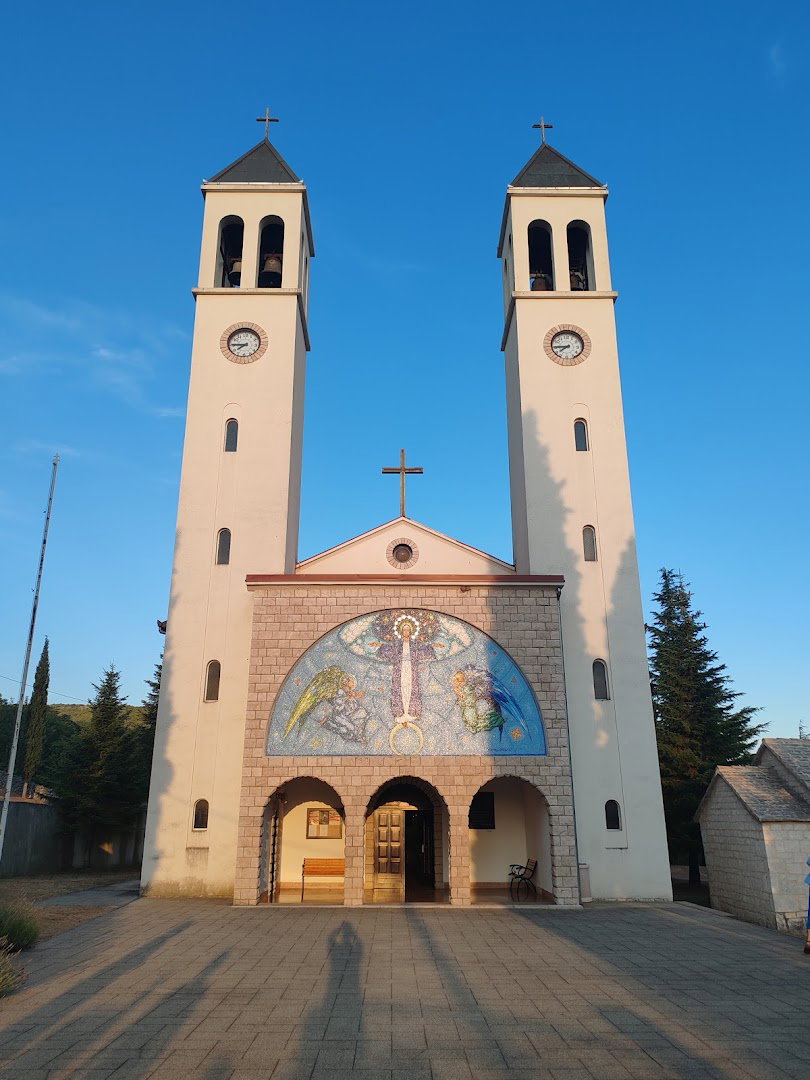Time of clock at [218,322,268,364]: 7:45
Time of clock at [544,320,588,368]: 7:44
